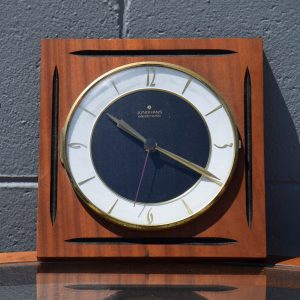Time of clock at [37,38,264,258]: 10:19
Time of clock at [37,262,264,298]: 10:19
